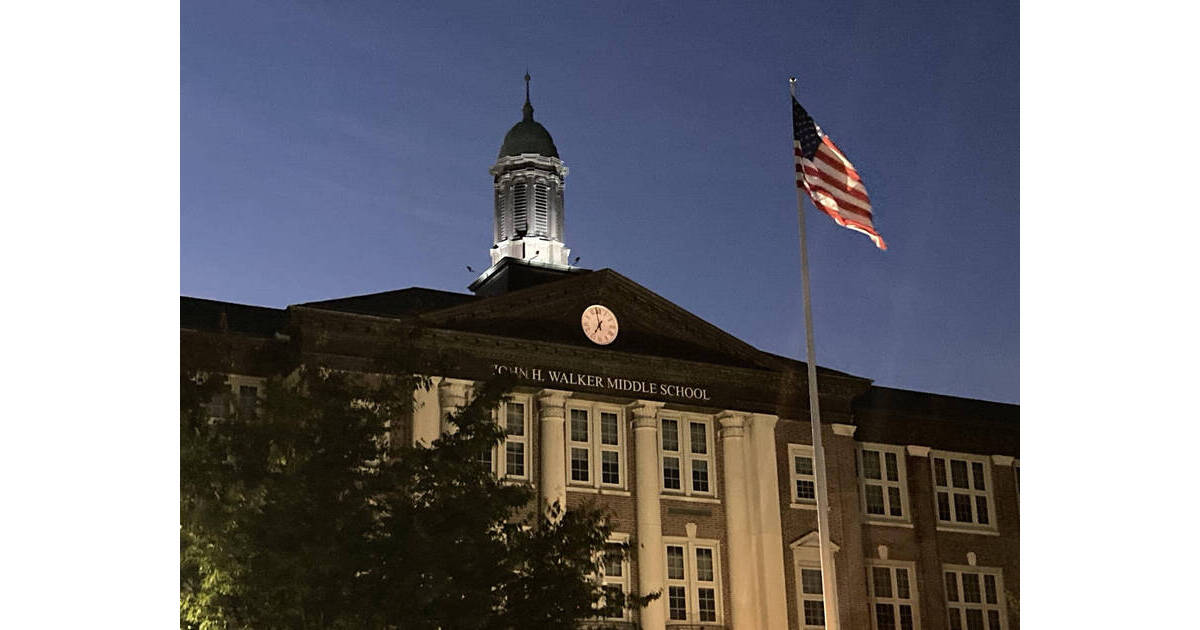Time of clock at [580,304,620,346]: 6:58
